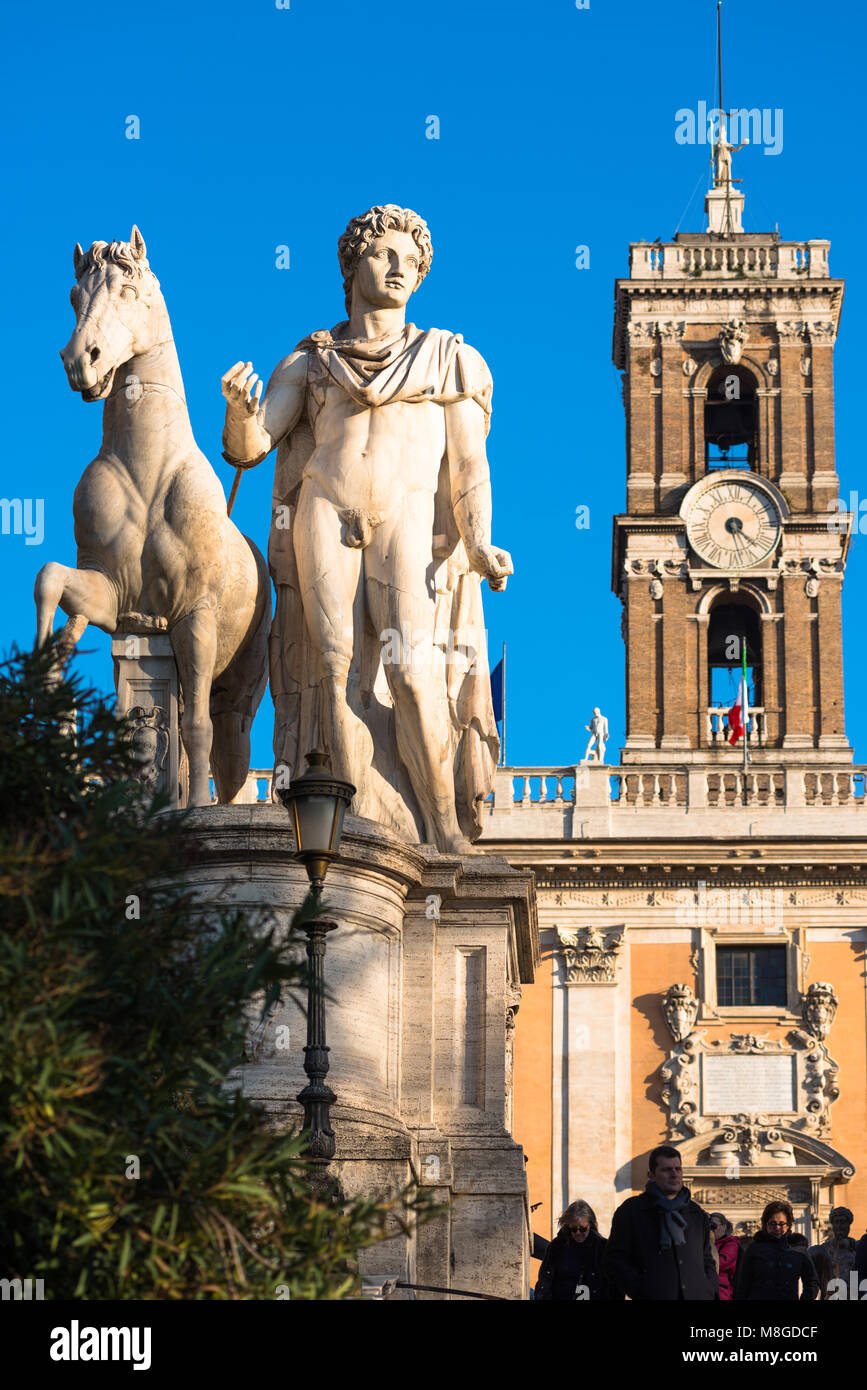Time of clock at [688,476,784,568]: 4:28
